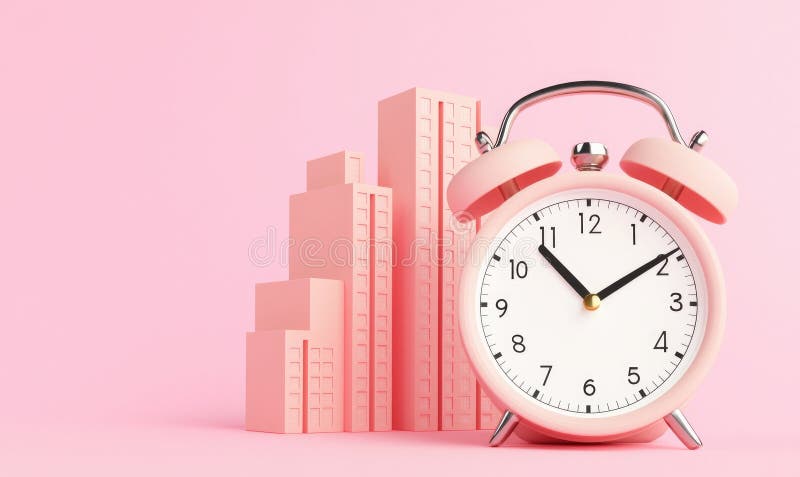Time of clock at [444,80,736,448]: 1:53
